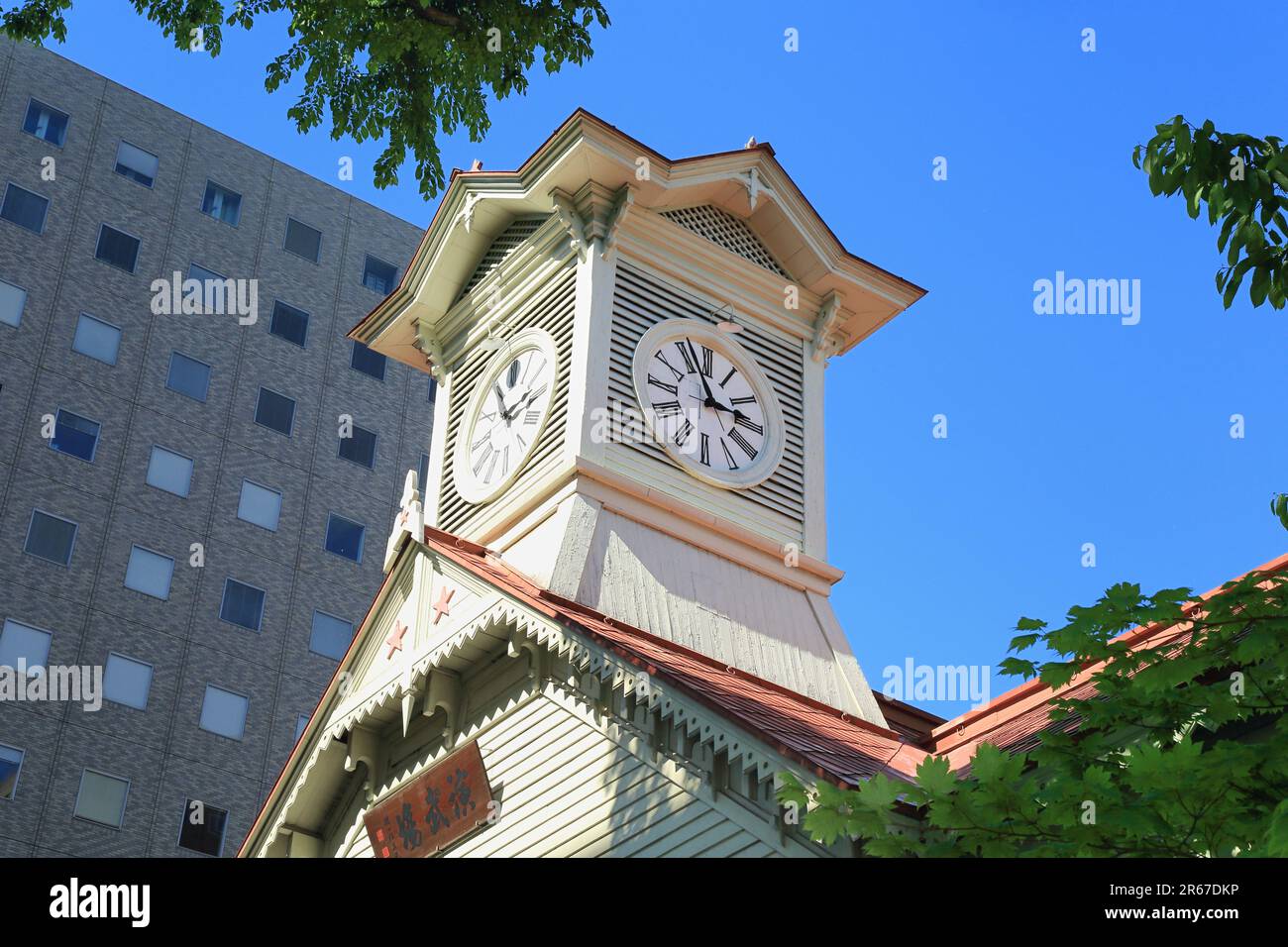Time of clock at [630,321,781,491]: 2:56
